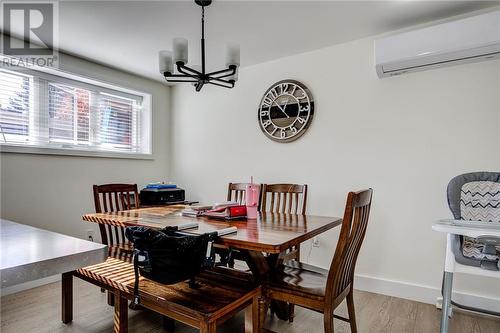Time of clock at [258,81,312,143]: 12:52
